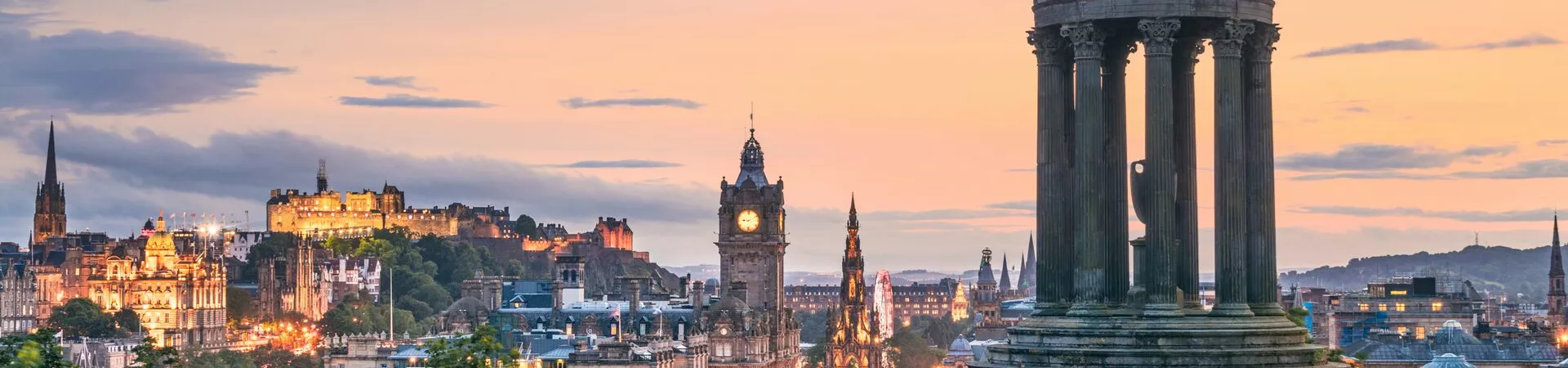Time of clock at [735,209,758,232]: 9:11
